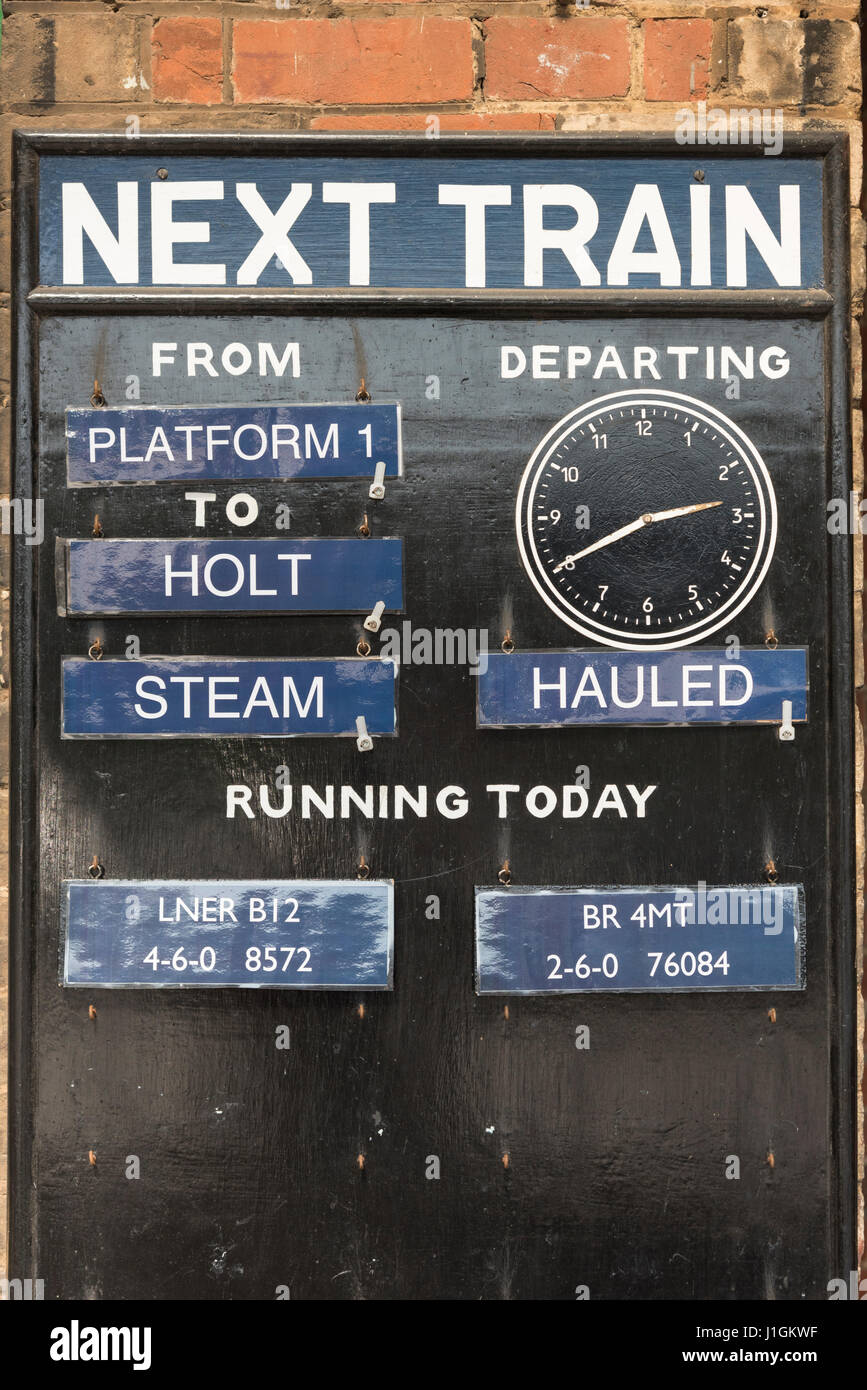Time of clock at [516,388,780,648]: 2:40
